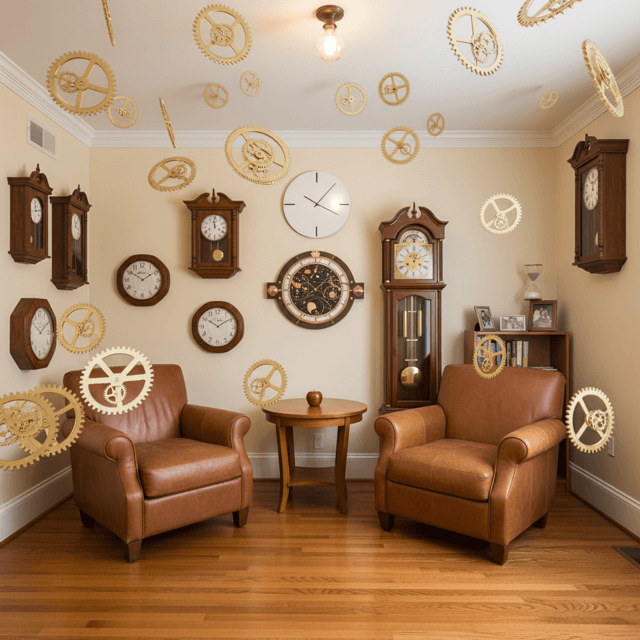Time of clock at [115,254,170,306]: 1:50
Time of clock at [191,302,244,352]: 10:09
